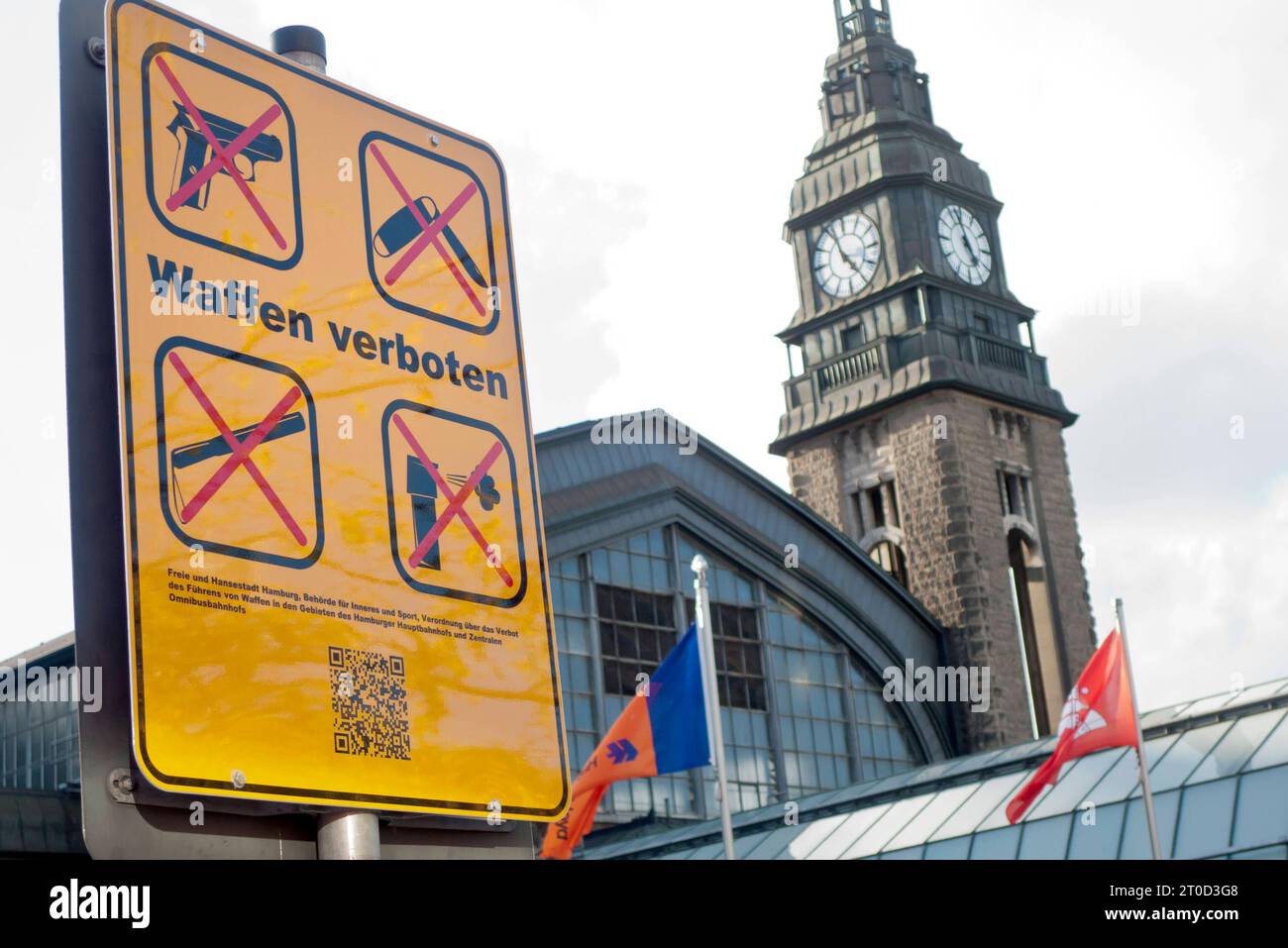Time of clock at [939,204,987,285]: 4:57
